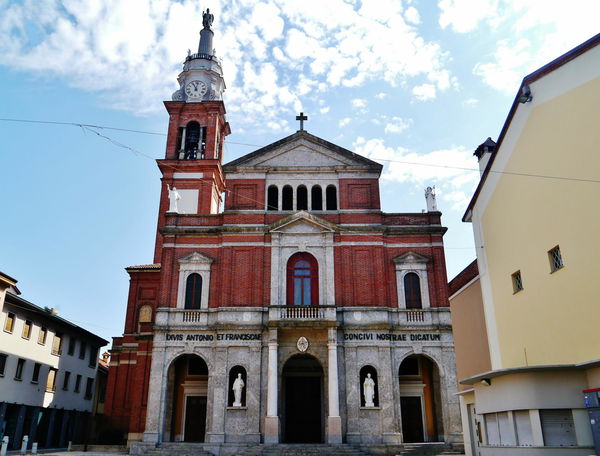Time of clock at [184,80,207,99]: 11:02
